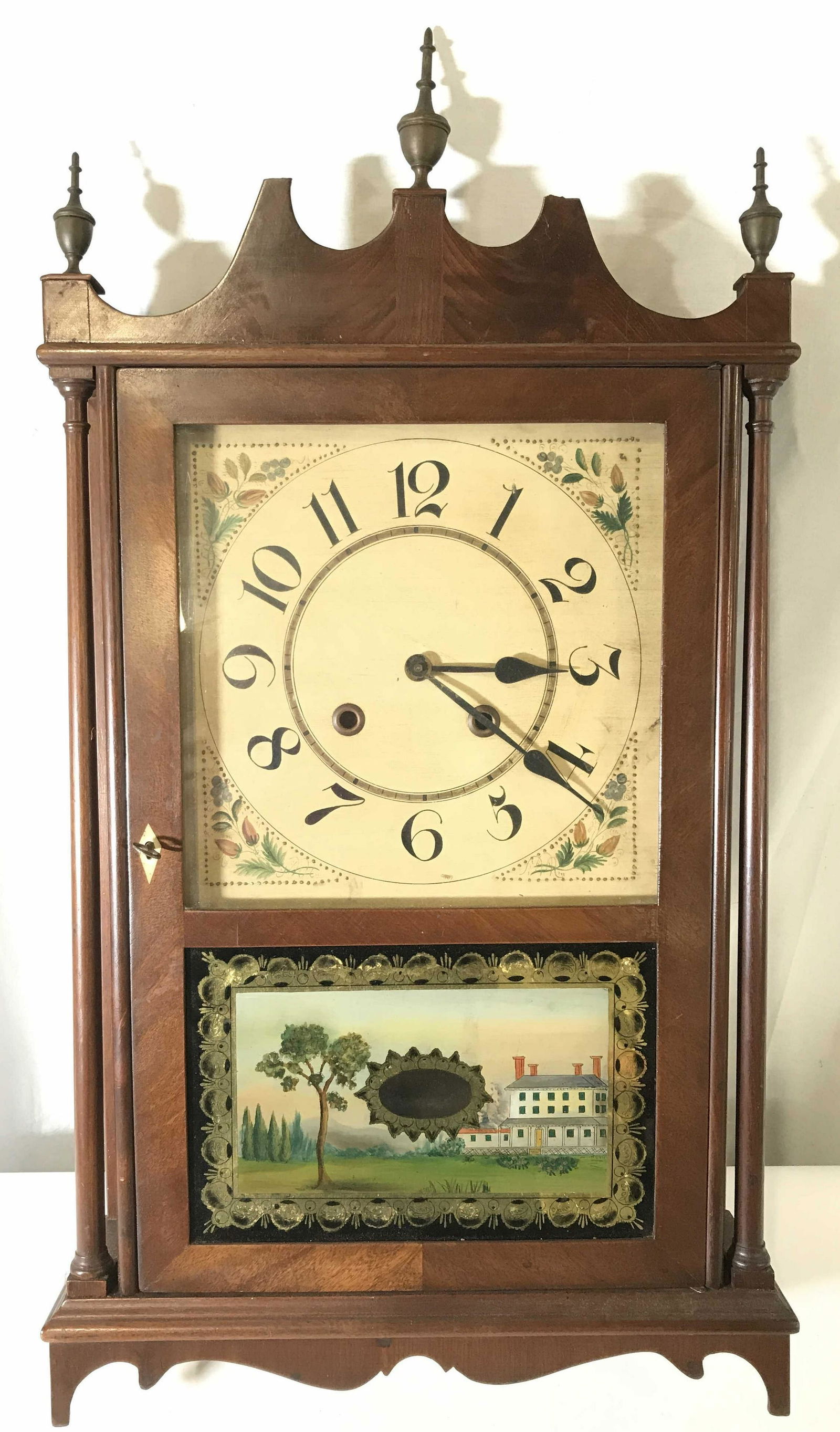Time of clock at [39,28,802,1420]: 3:21
